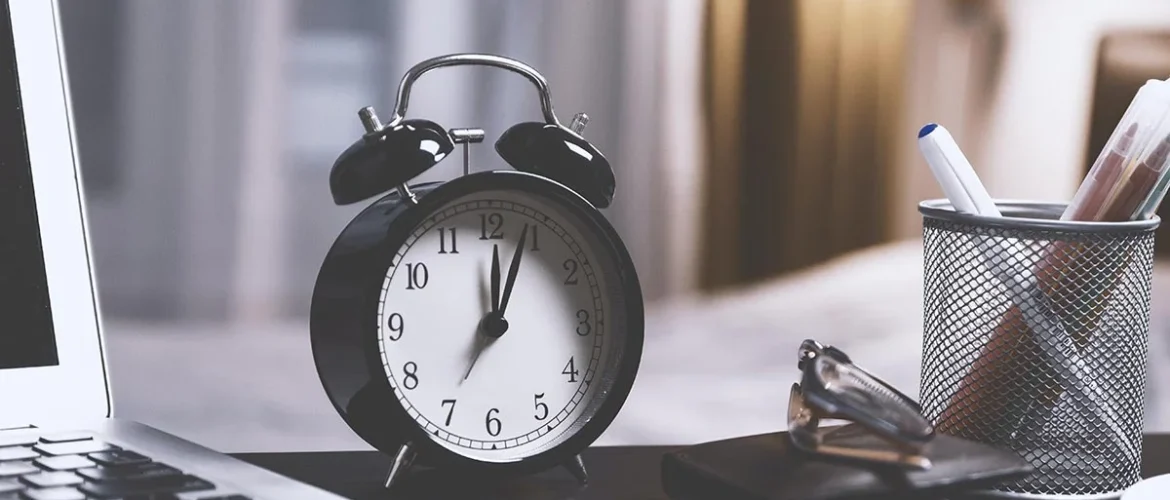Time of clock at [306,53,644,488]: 12:03
